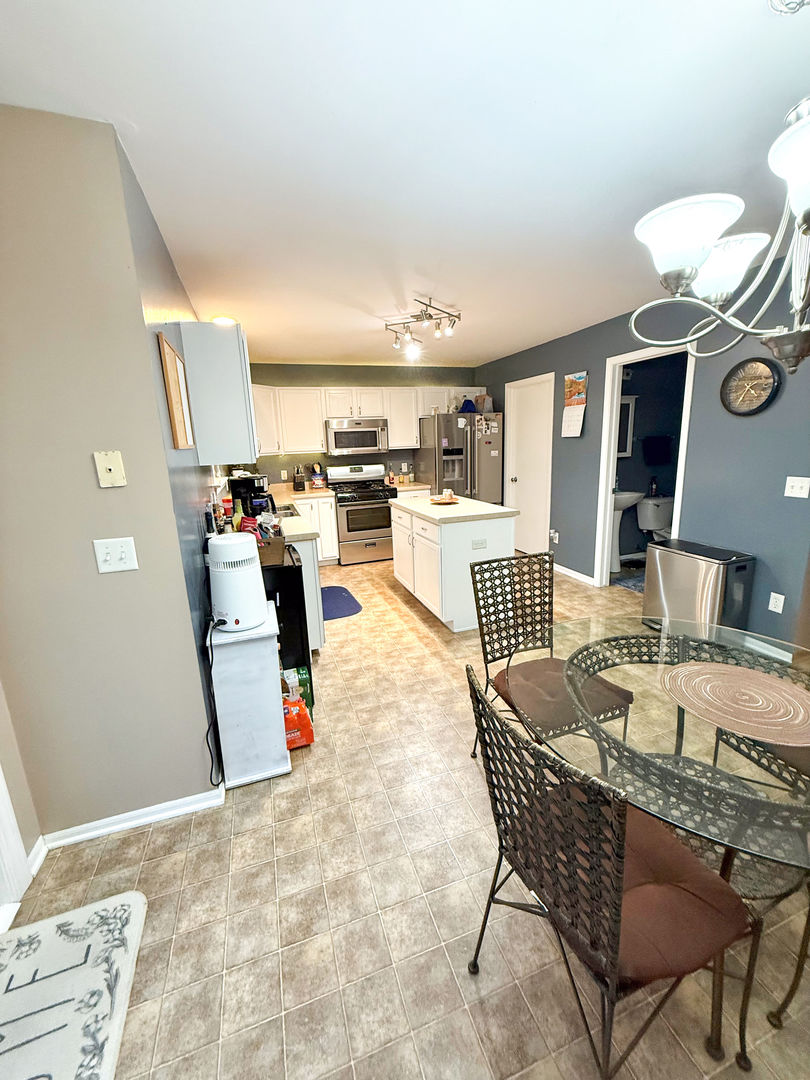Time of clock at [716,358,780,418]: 4:35
